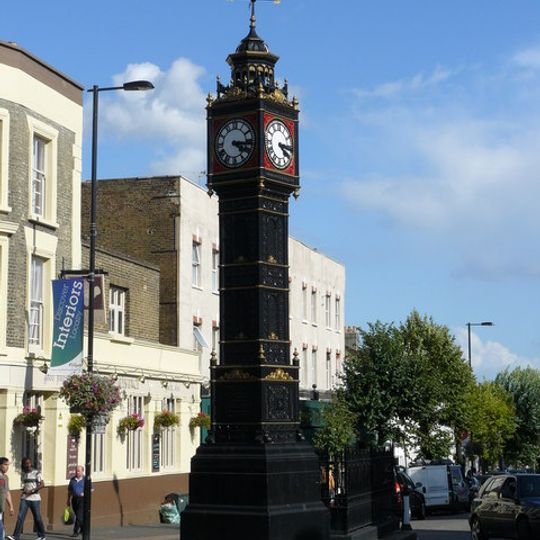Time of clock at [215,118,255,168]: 4:16
